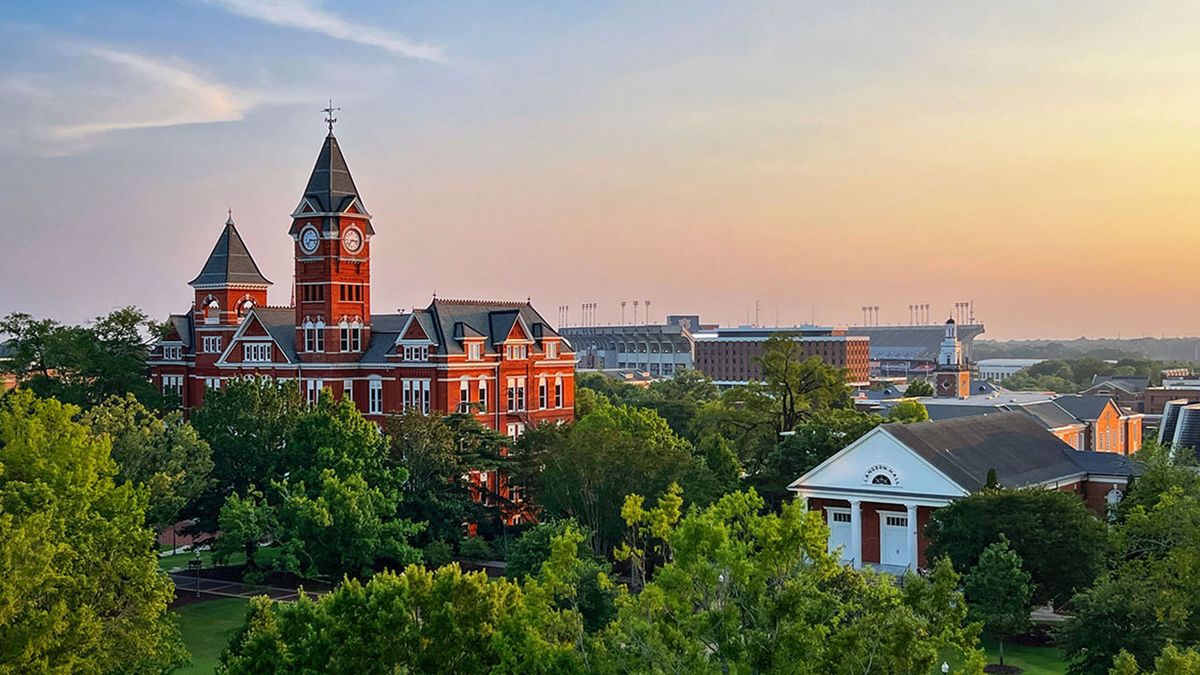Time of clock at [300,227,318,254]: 7:15
